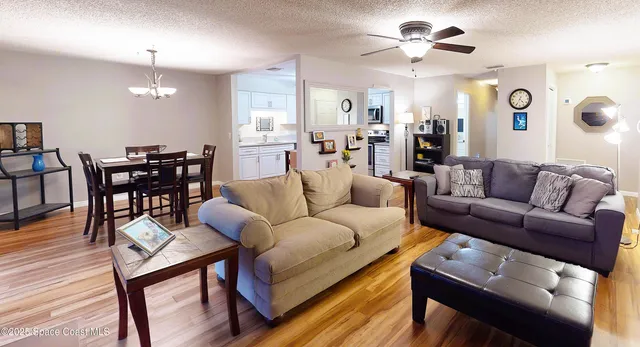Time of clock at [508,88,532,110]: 4:34
